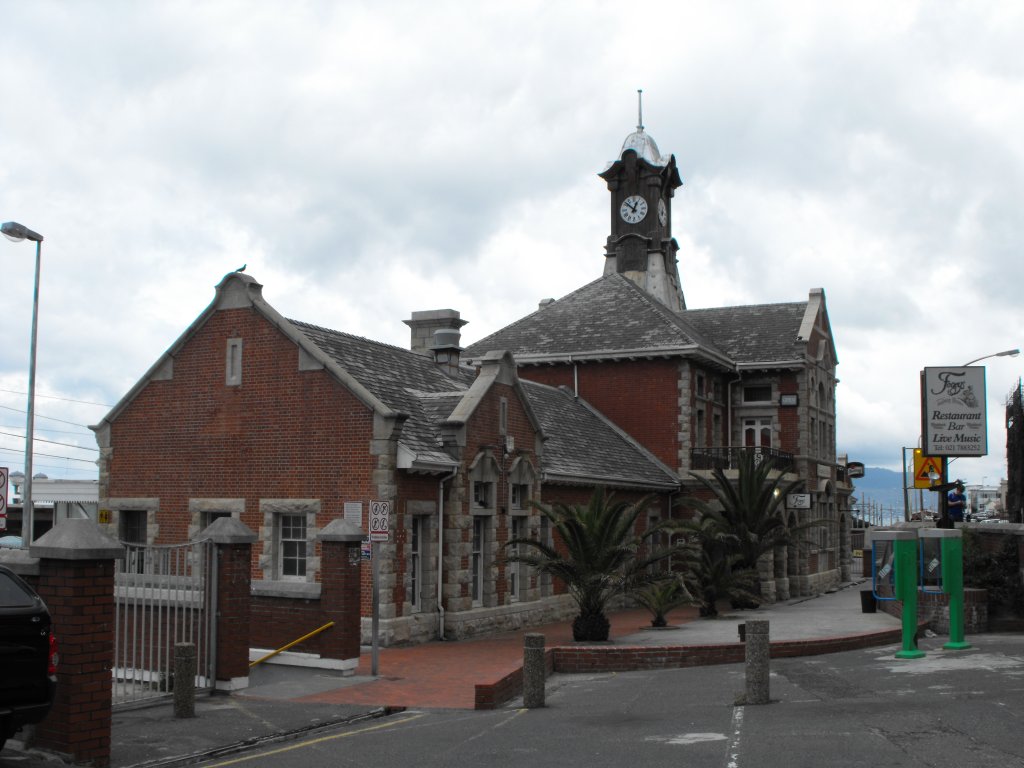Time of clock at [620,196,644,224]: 12:52
